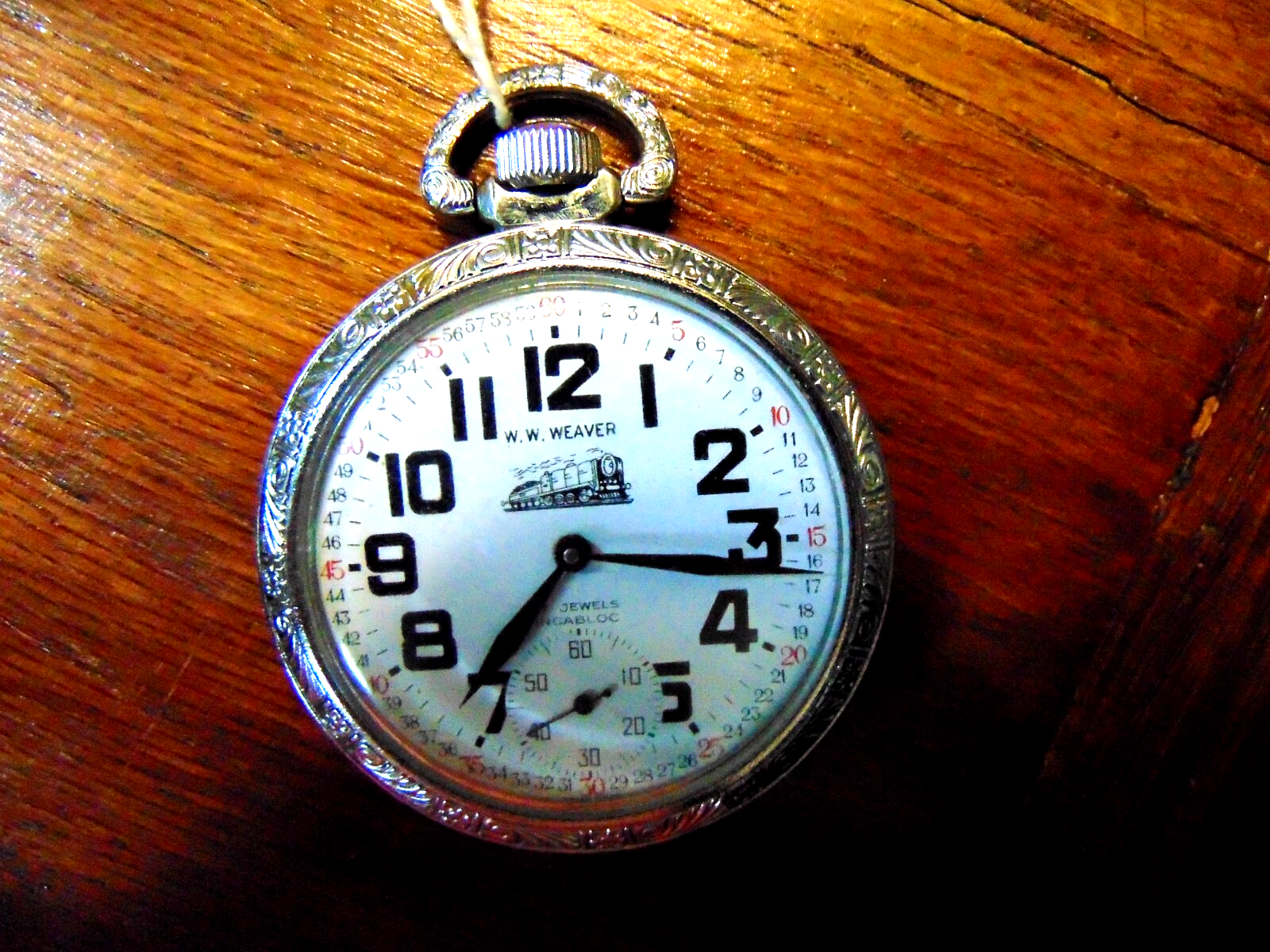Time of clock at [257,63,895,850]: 7:16
